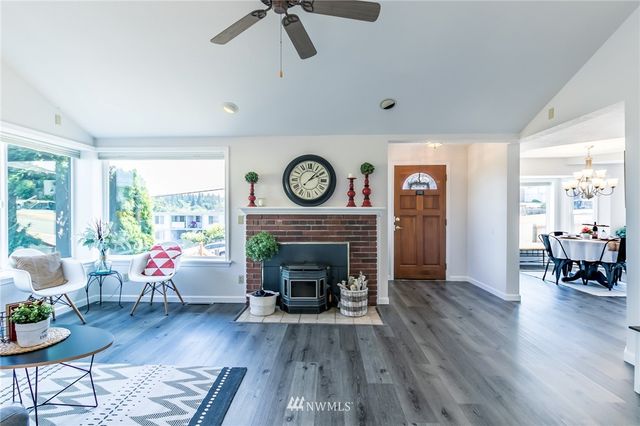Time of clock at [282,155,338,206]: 2:07
